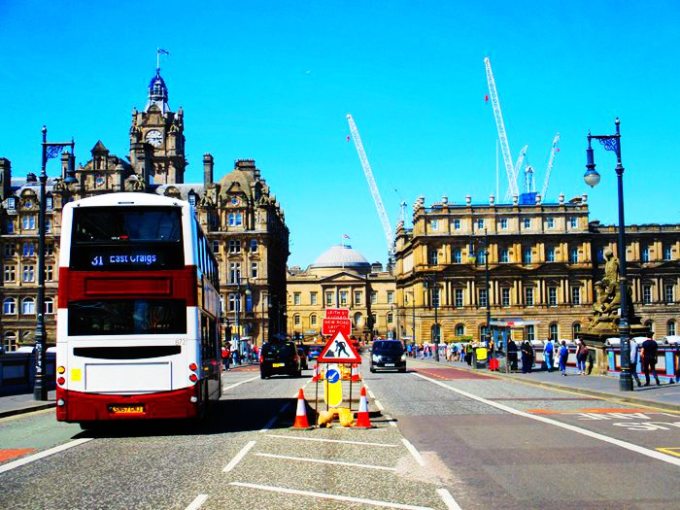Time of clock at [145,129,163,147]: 2:45
